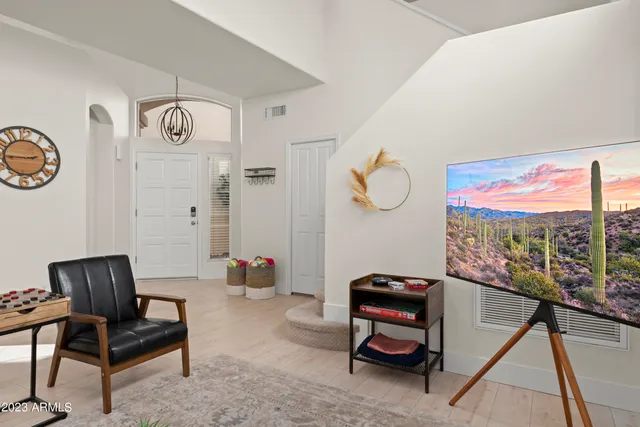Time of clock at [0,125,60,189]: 2:44
